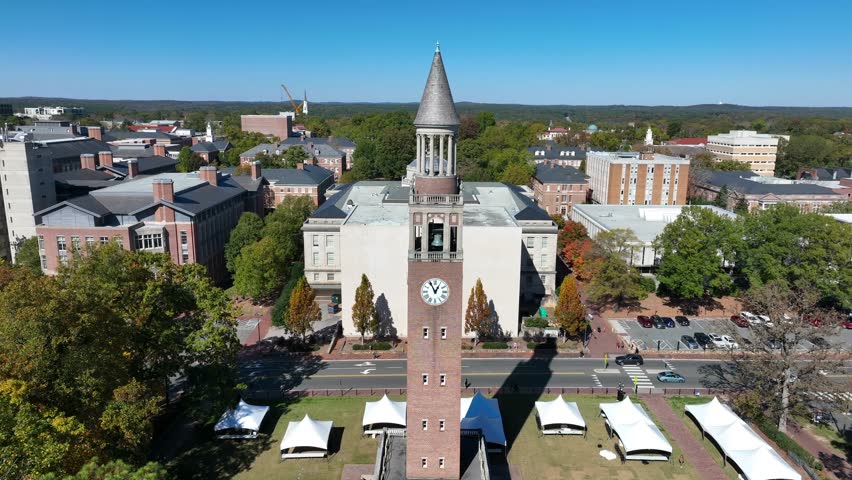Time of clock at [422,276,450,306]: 12:55
